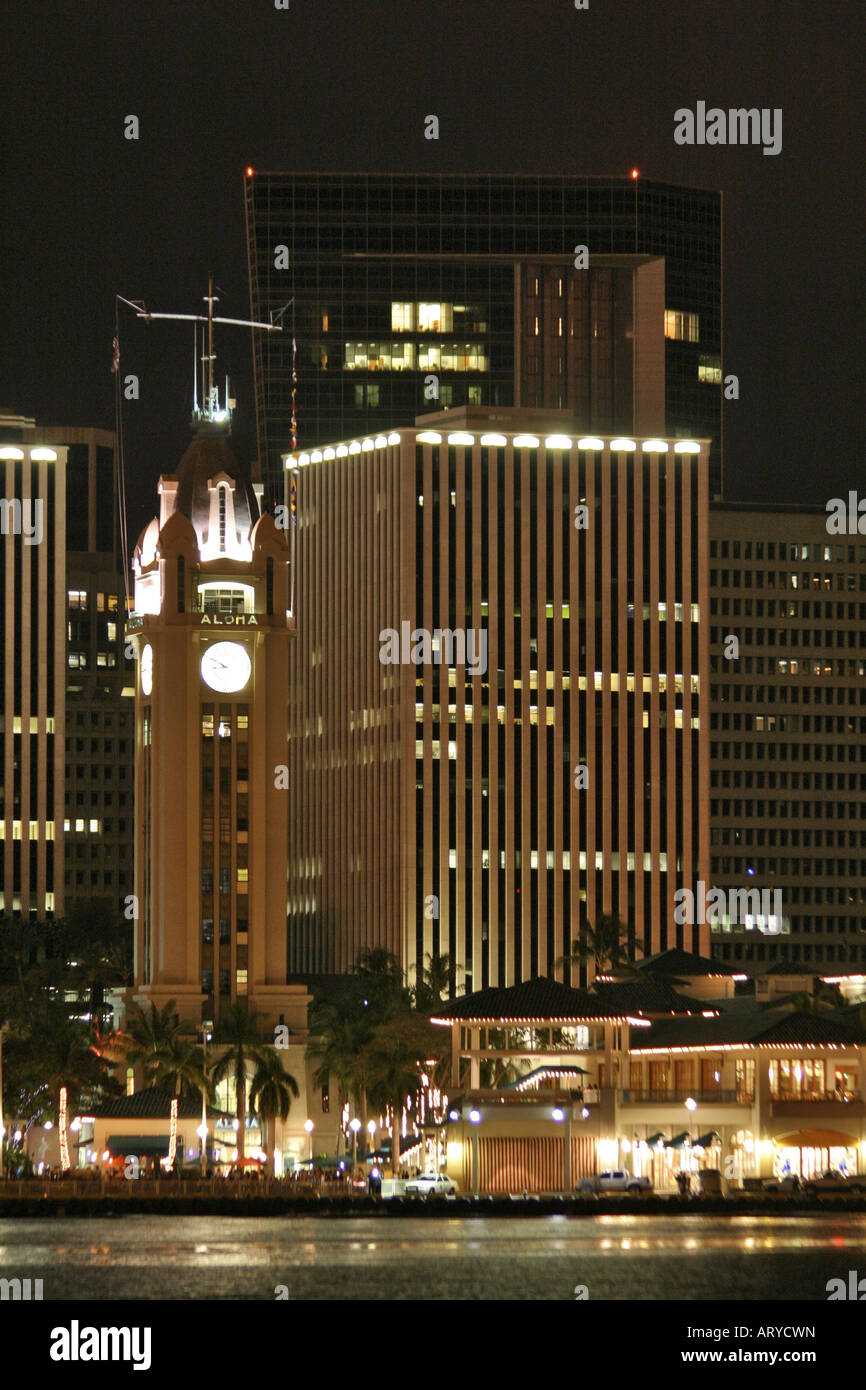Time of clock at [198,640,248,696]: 8:49
